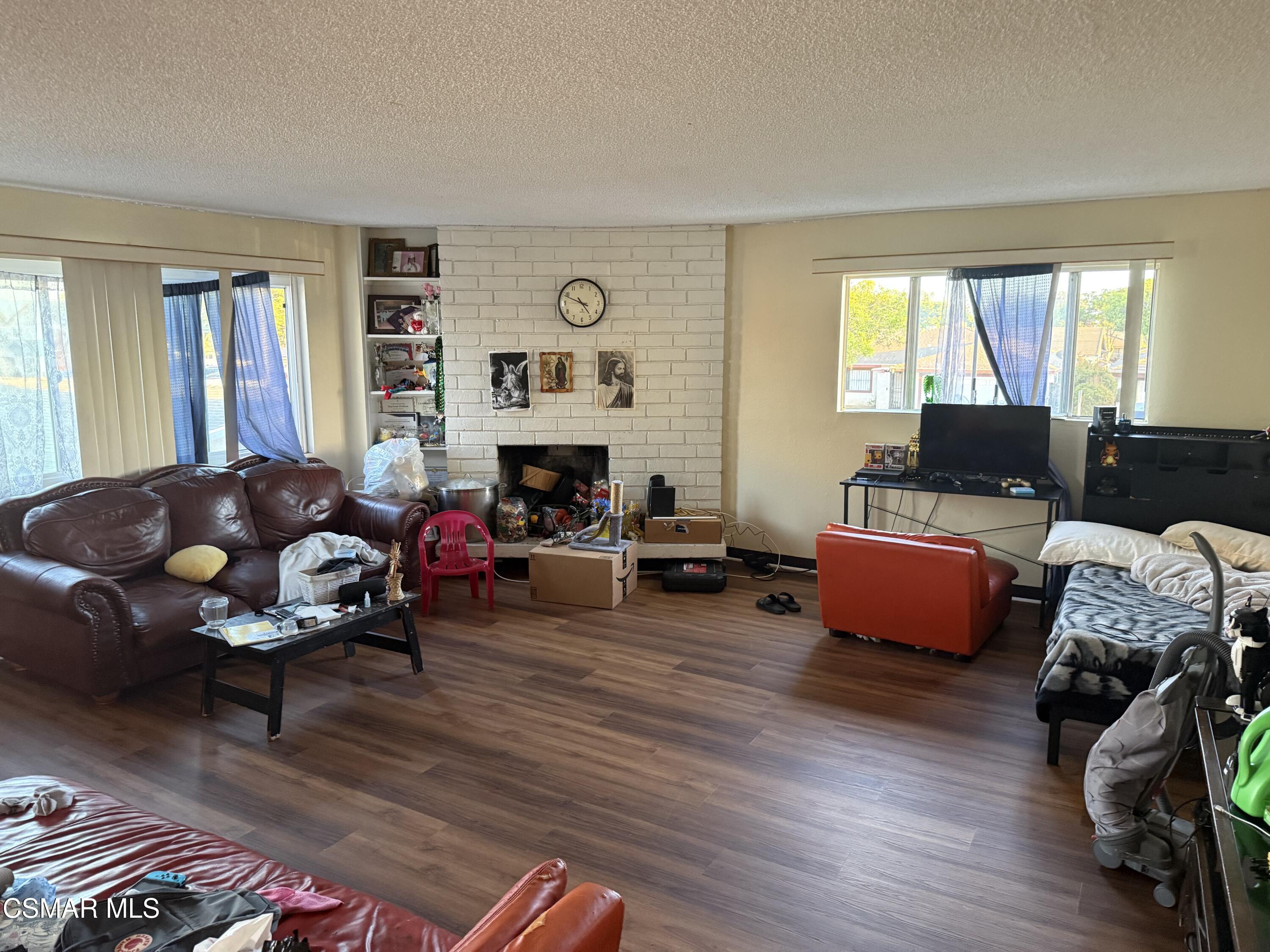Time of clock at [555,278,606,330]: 4:48
